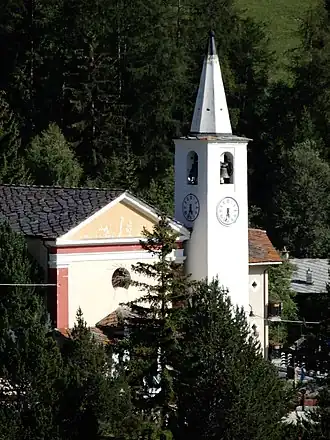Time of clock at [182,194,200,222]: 5:33
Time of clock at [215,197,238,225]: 5:32
